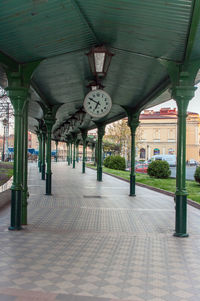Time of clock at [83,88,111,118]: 6:49
